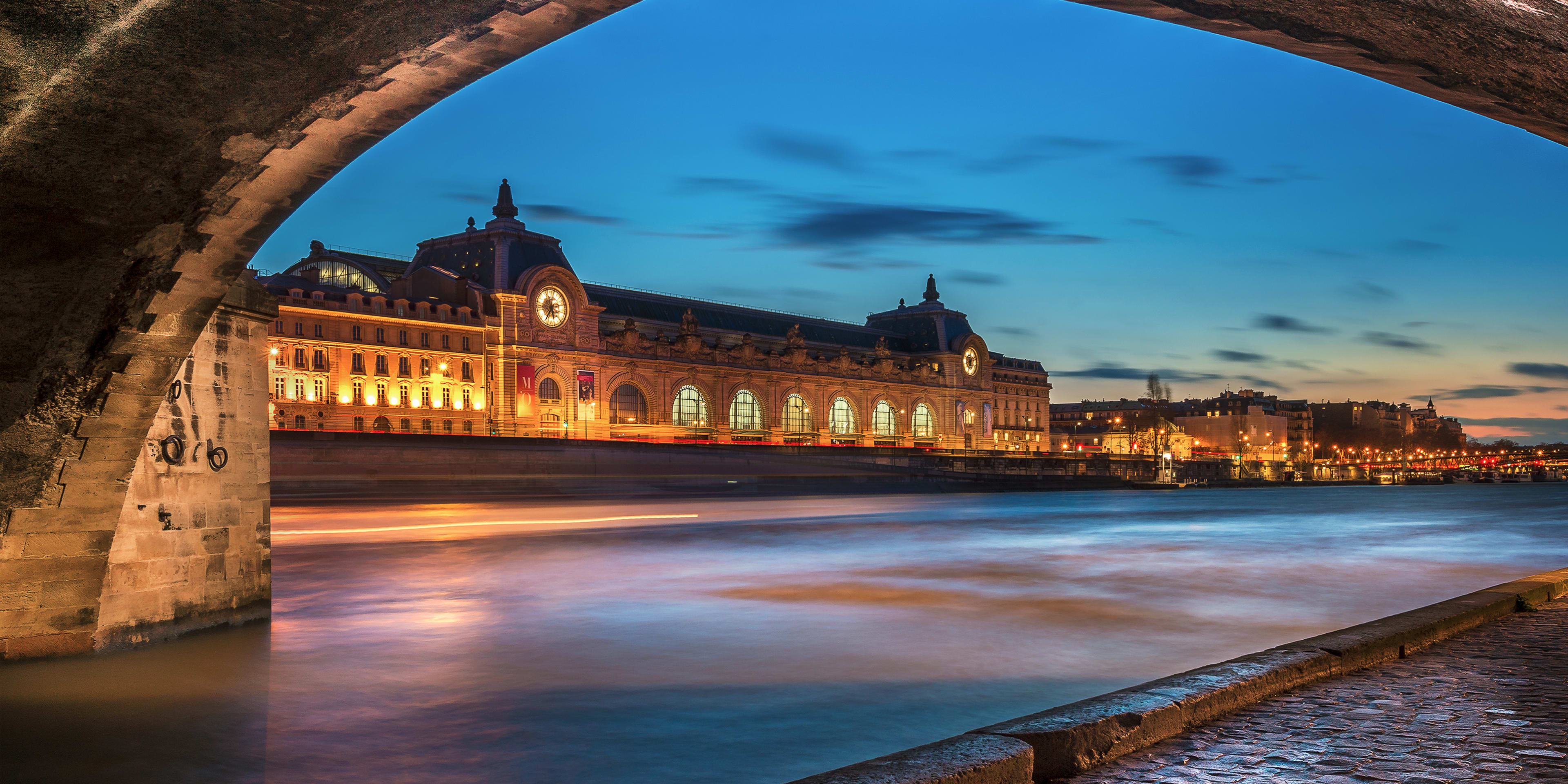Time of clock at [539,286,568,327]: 5:36
